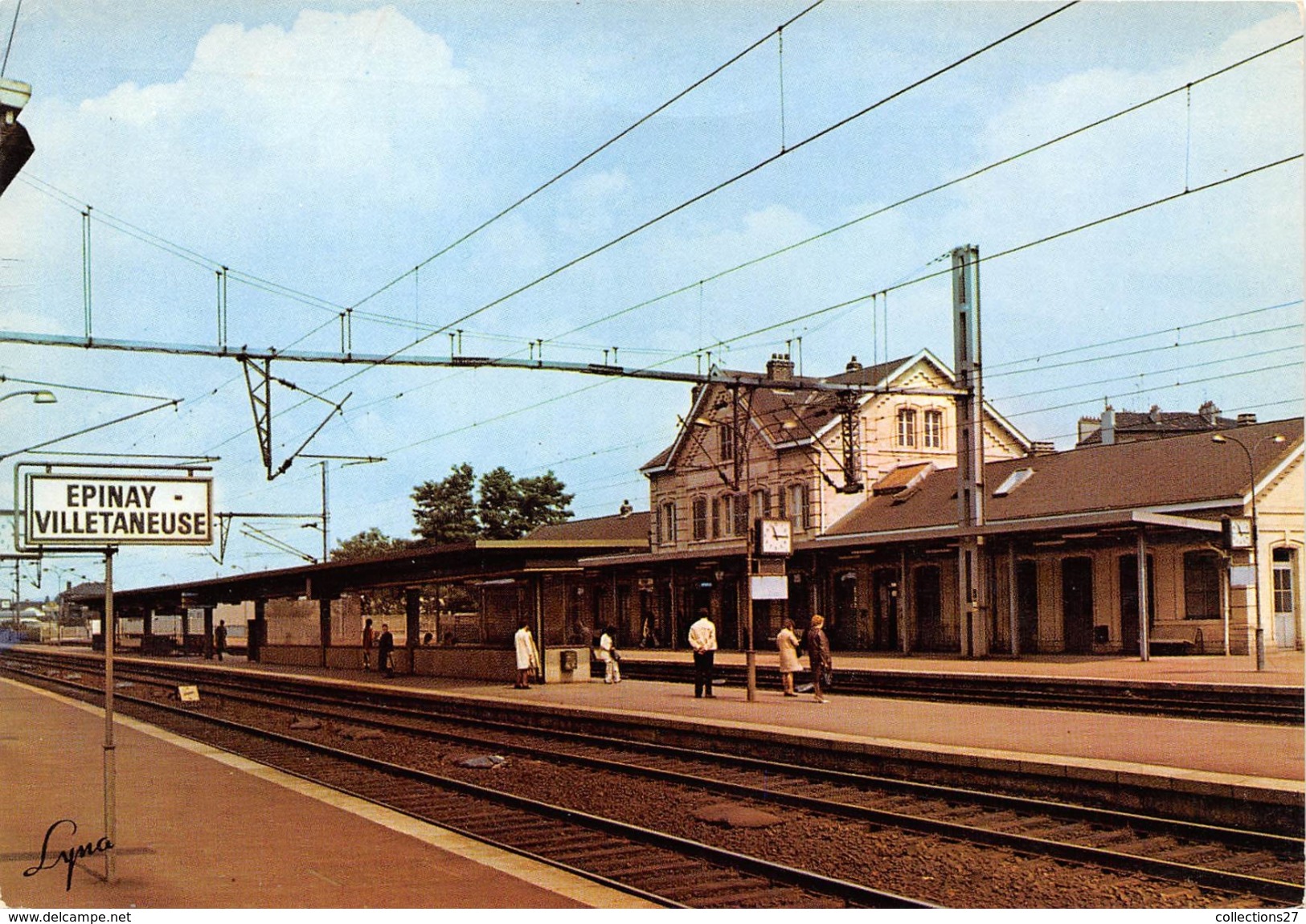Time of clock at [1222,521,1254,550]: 11:14
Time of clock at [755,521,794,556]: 11:14
